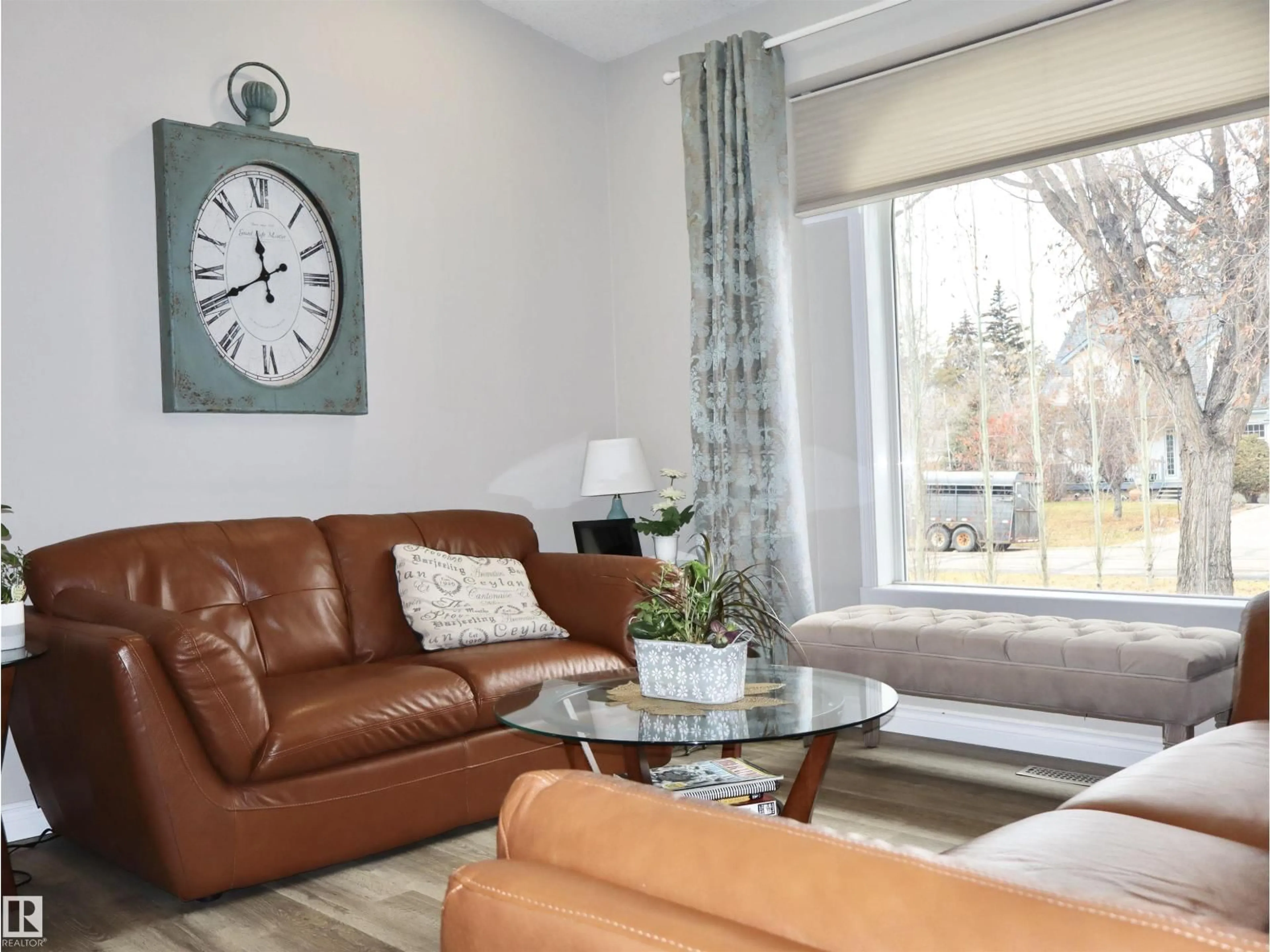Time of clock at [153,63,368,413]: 11:40
